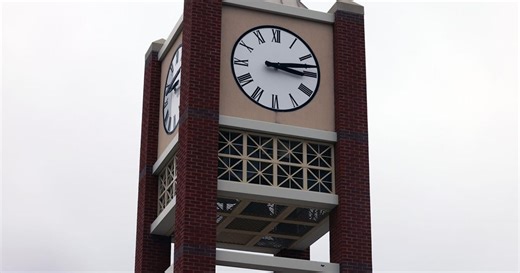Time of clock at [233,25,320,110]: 3:12
